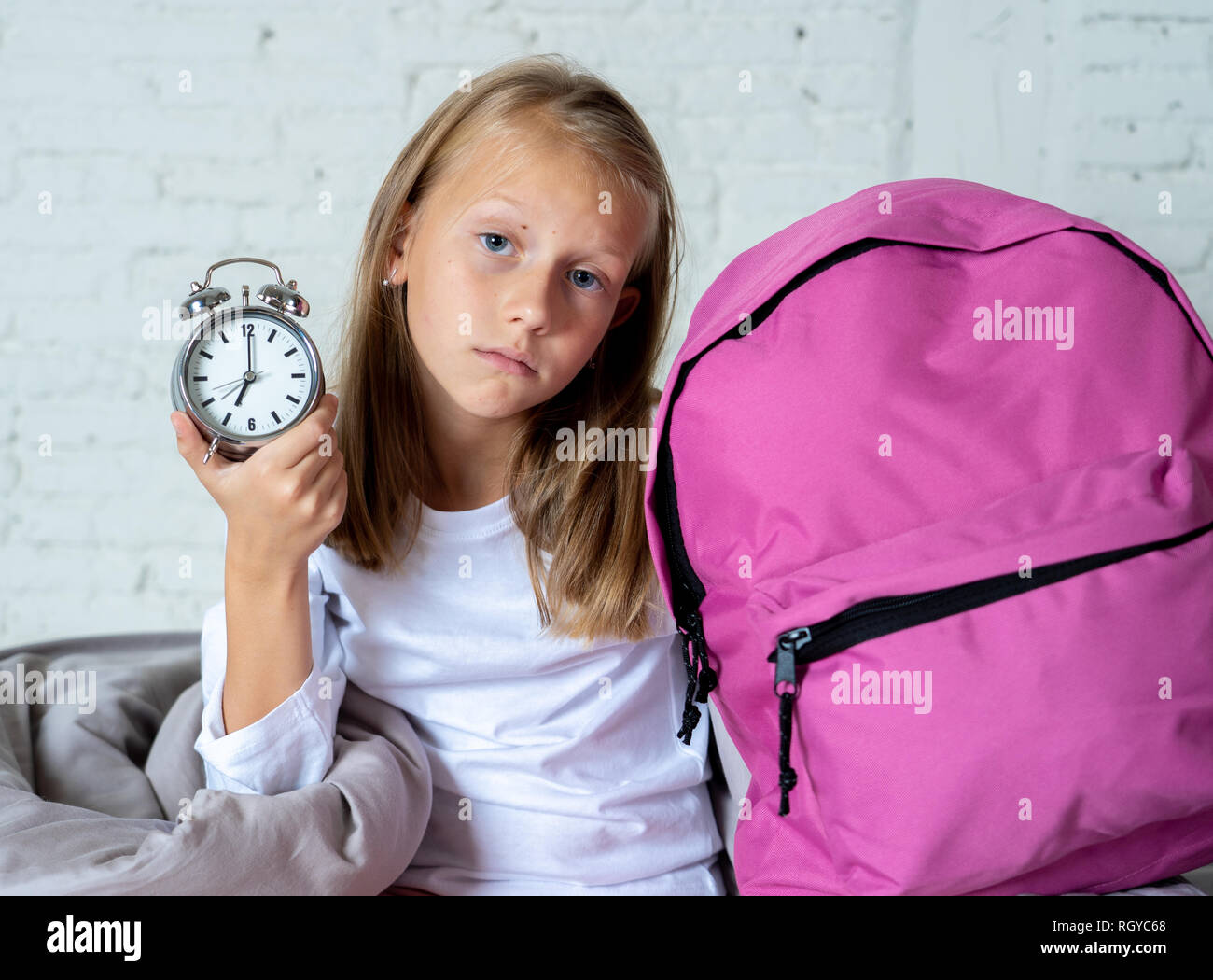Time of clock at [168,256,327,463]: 7:00
